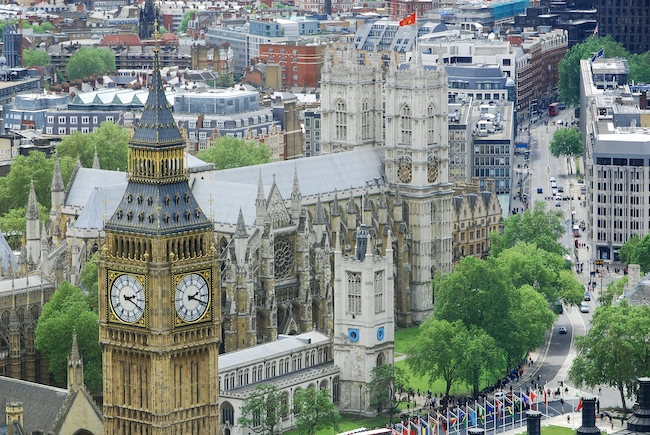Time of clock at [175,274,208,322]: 2:18
